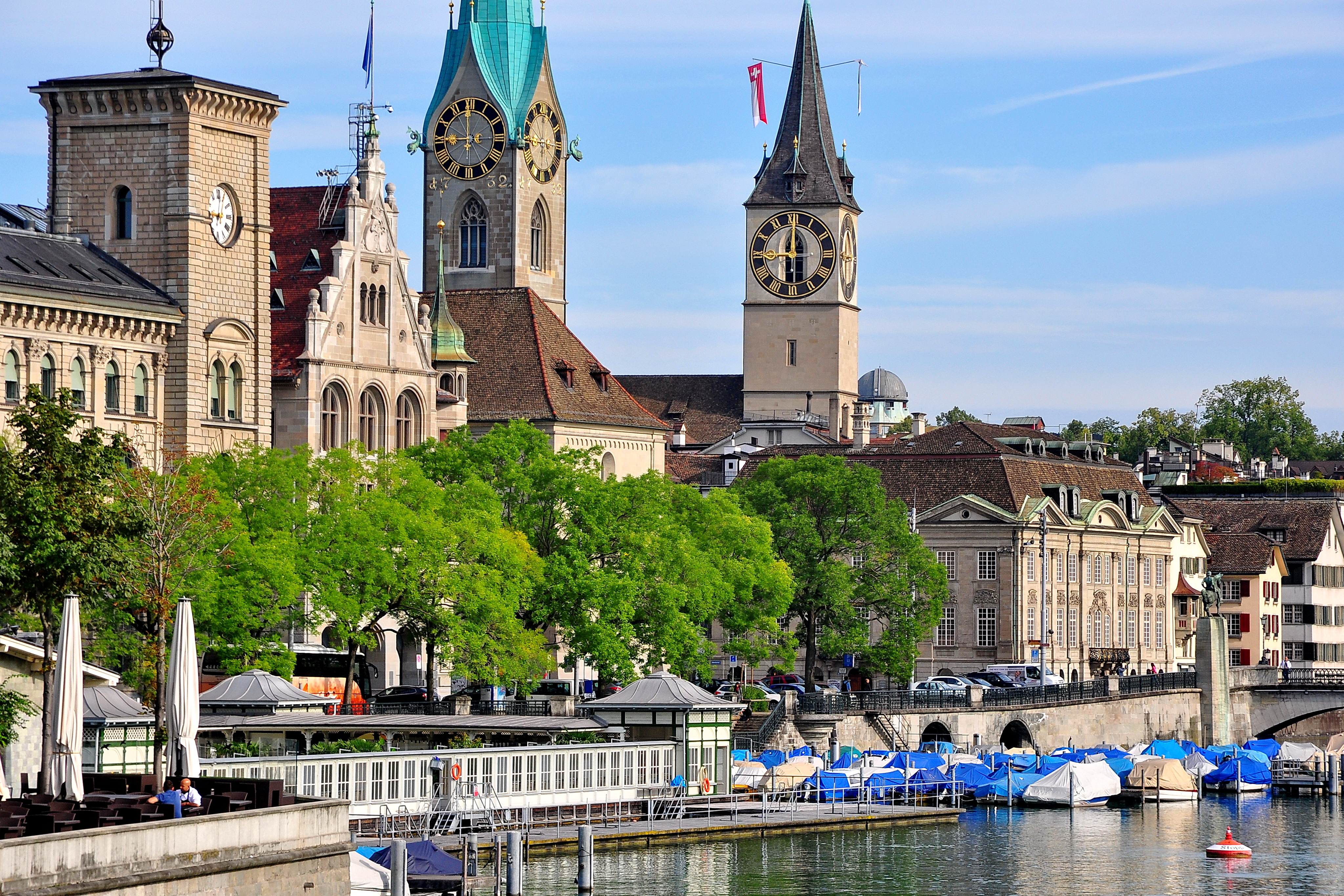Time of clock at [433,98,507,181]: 8:59
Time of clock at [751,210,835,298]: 12:00
